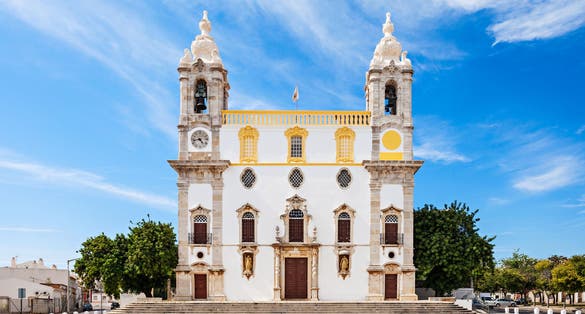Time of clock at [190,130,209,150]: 4:42
